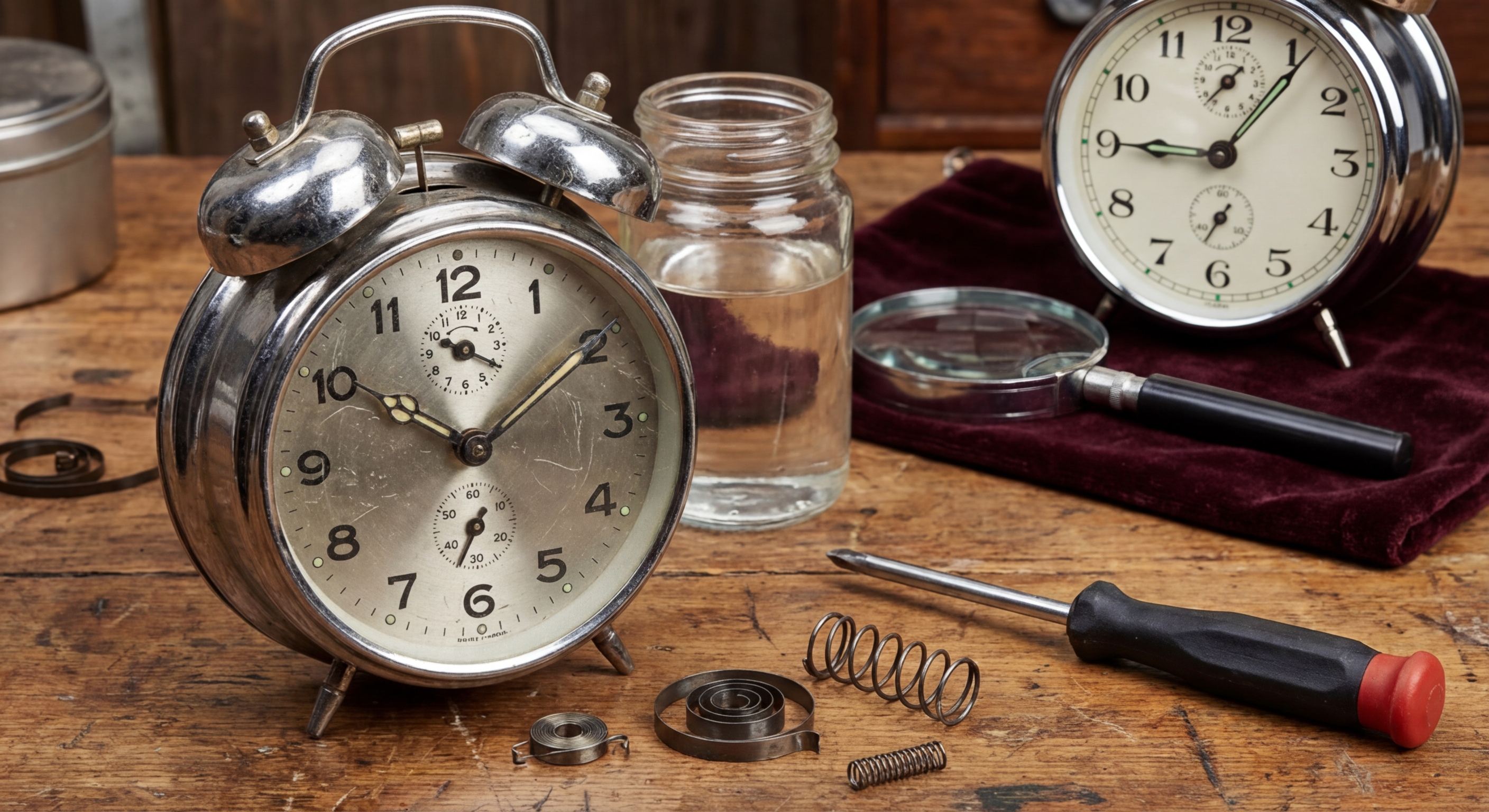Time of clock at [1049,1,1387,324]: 9:06
